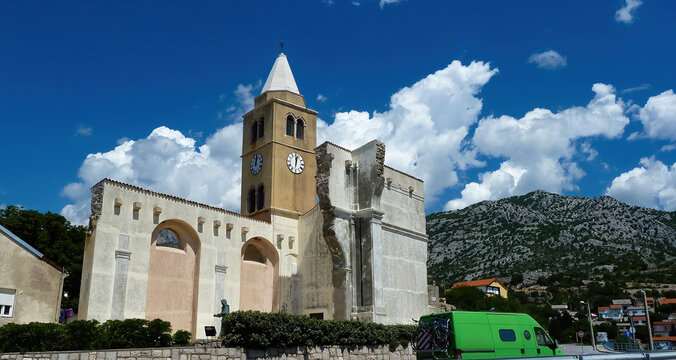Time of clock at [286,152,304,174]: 12:02
